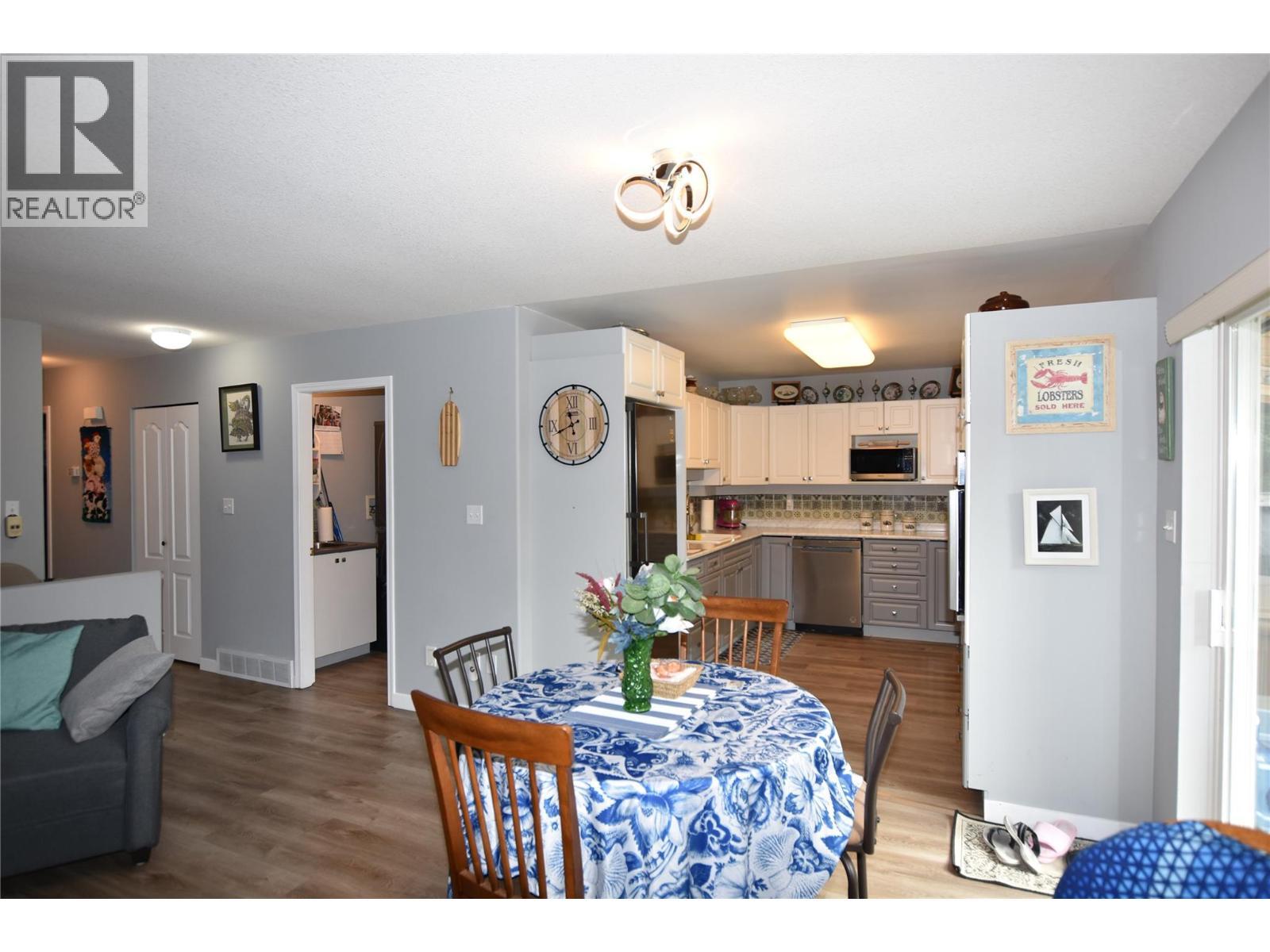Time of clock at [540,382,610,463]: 11:41
